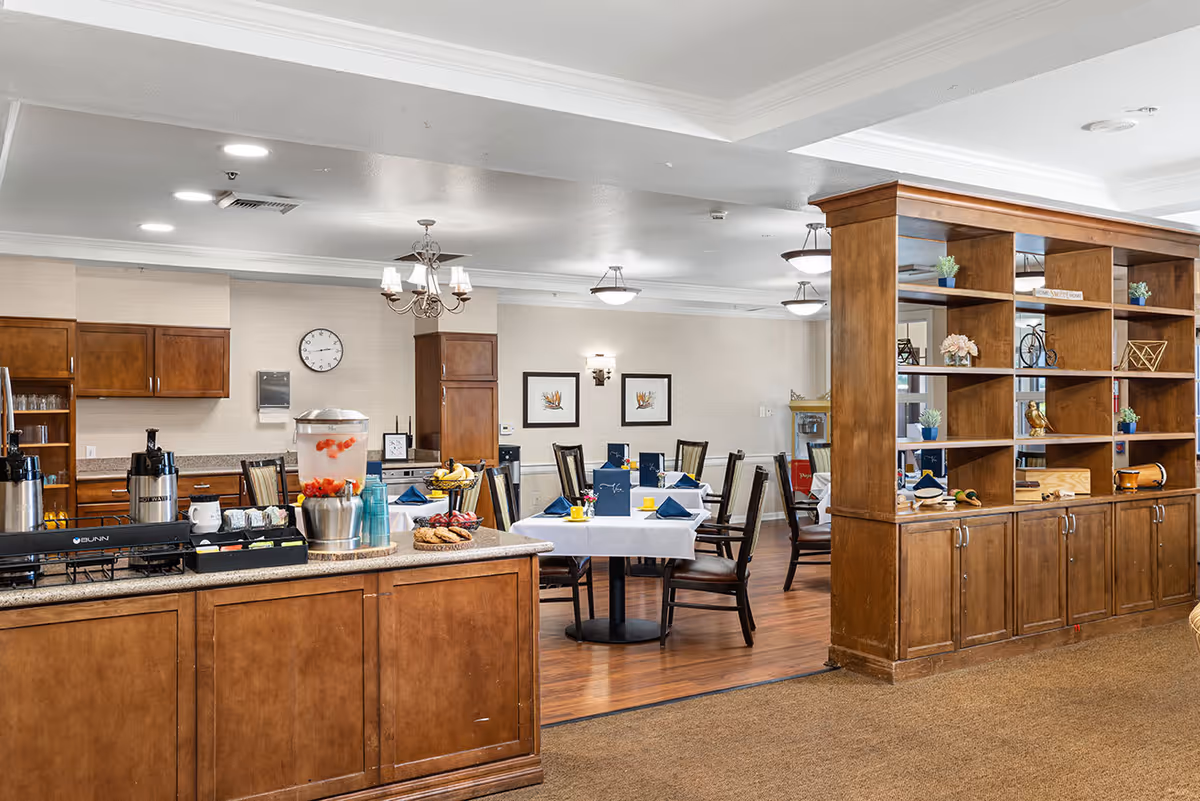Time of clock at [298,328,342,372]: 2:43
